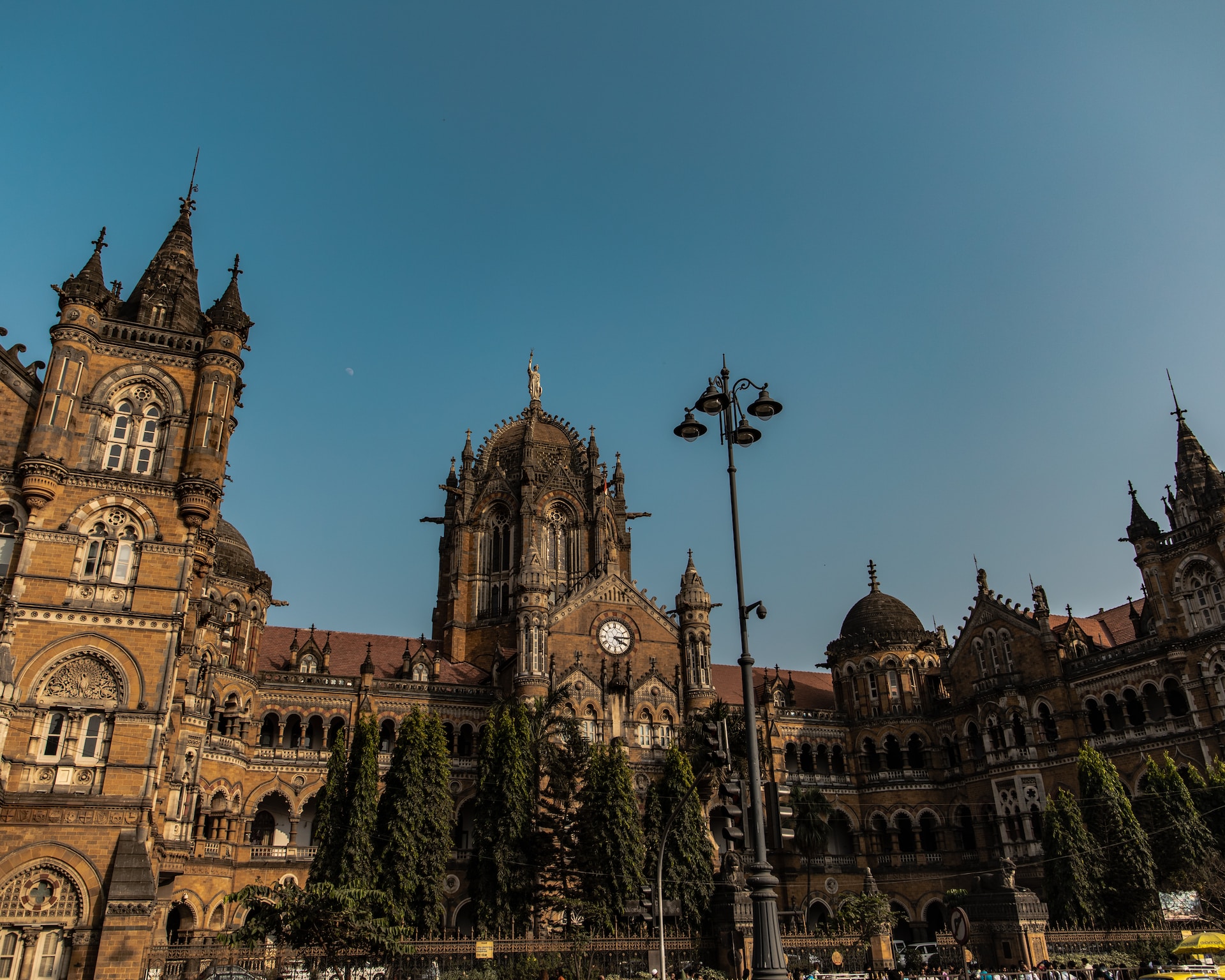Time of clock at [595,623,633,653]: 4:14
